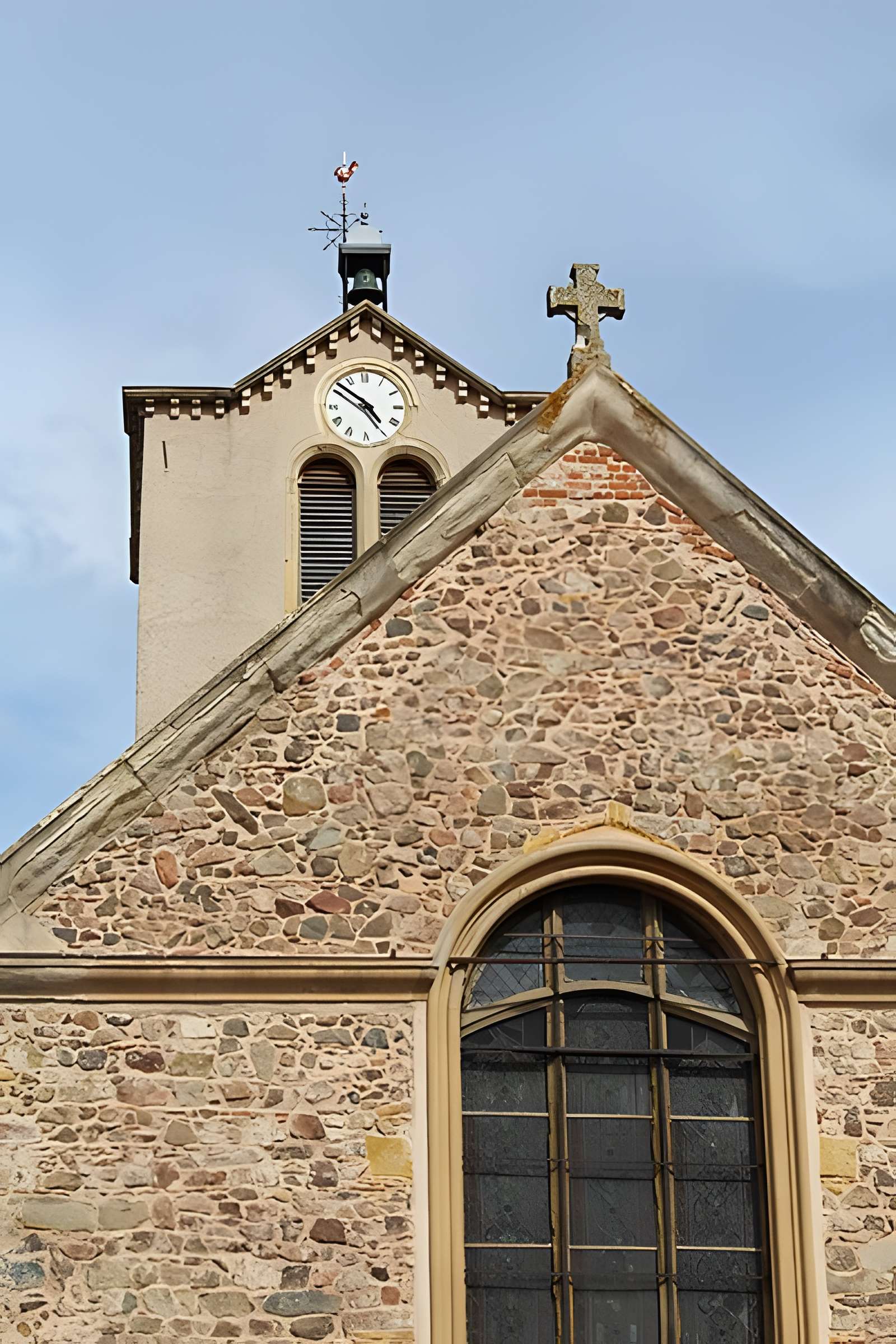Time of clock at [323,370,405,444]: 4:51
